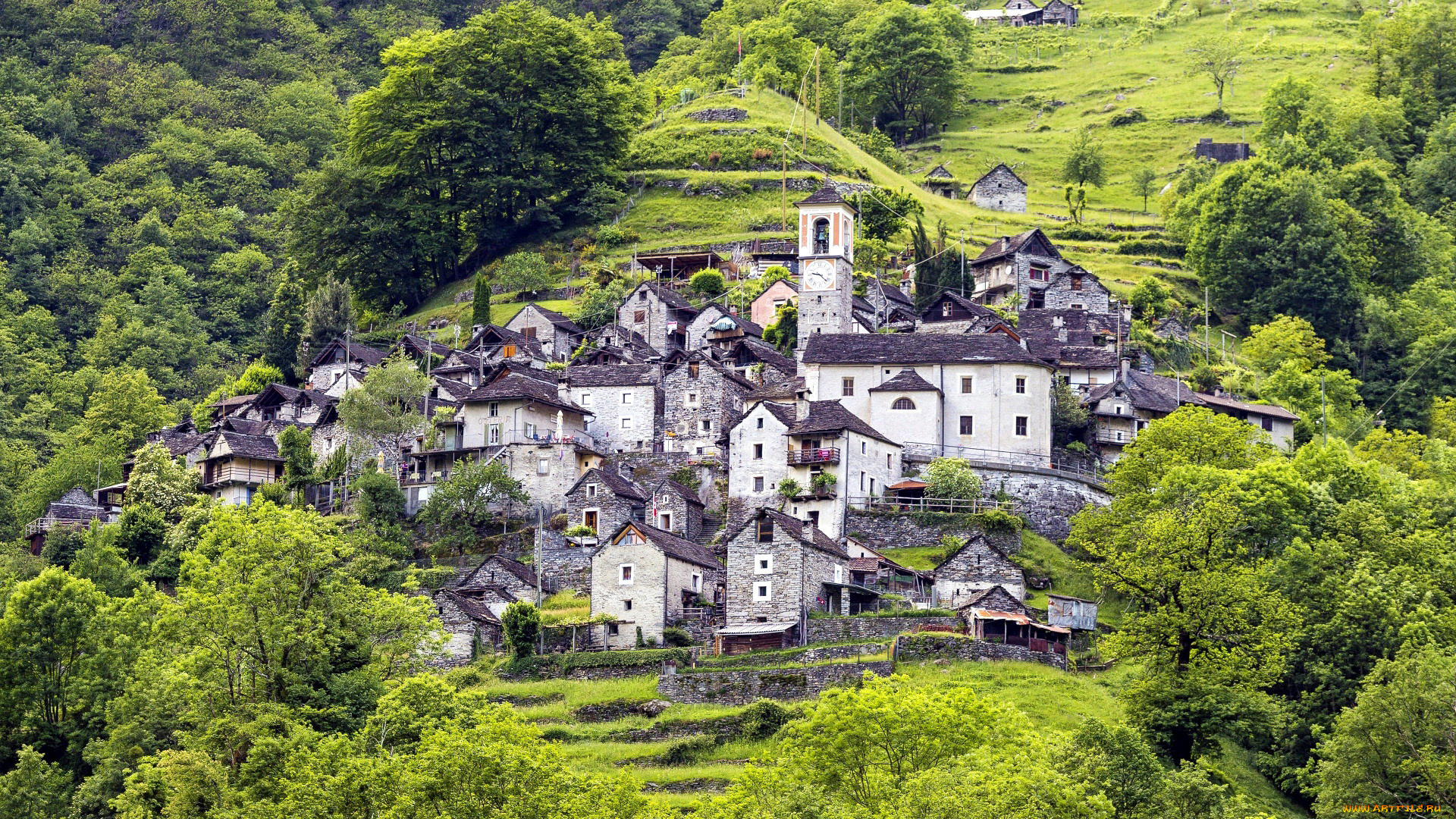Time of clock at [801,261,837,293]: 9:22
